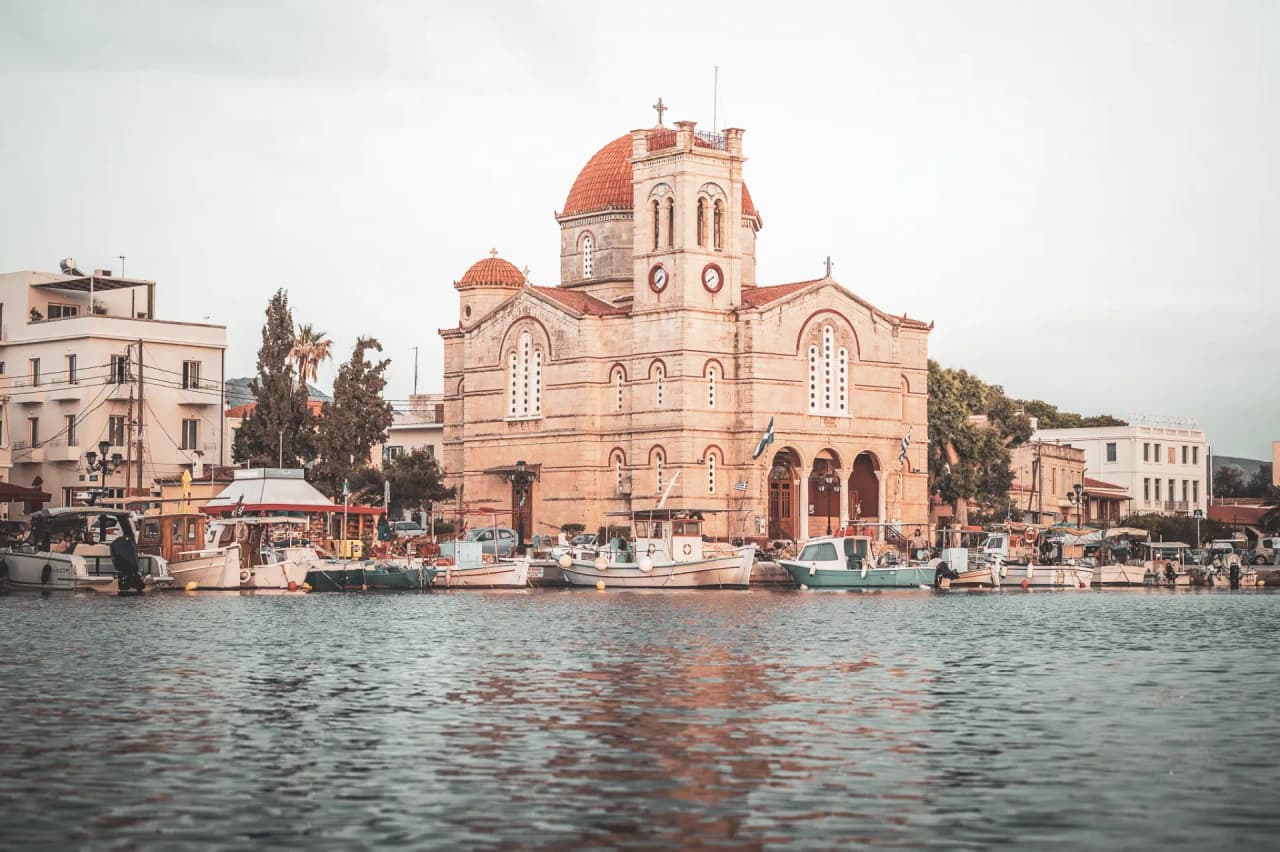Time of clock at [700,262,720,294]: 7:39
